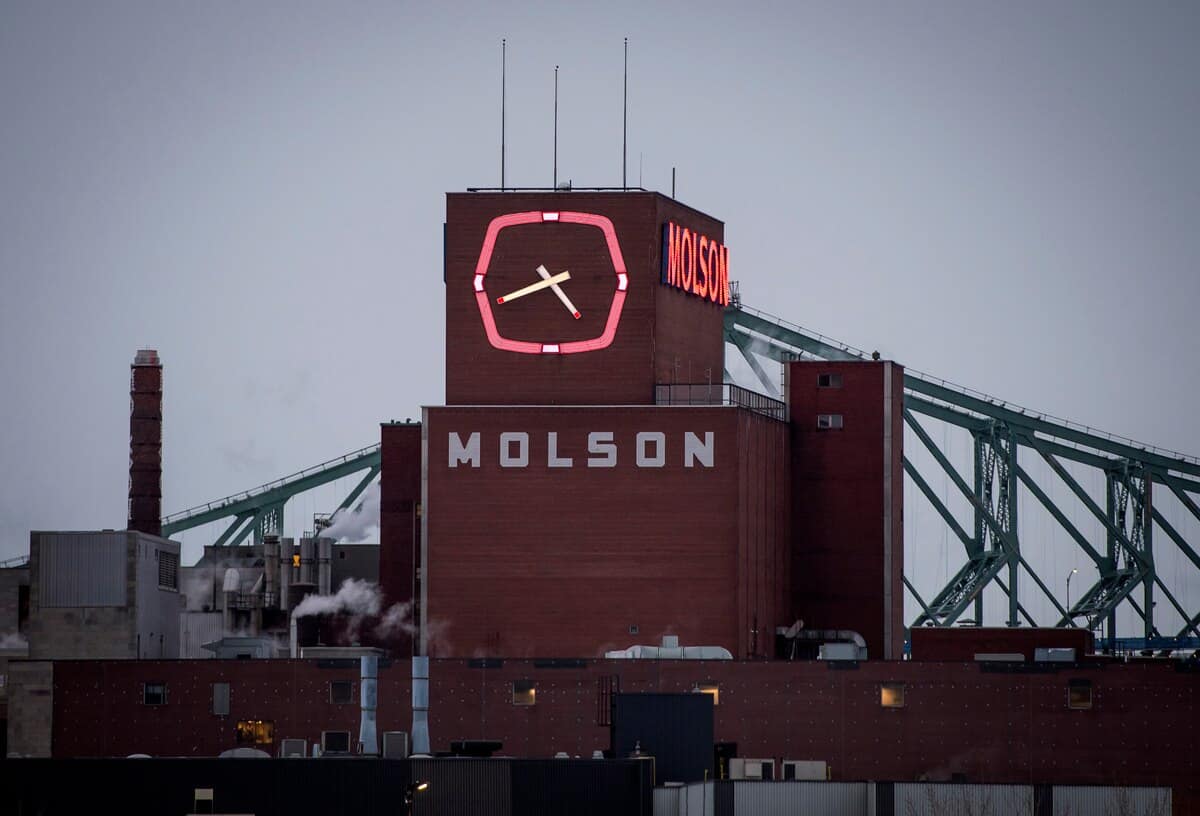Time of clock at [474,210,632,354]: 4:41
